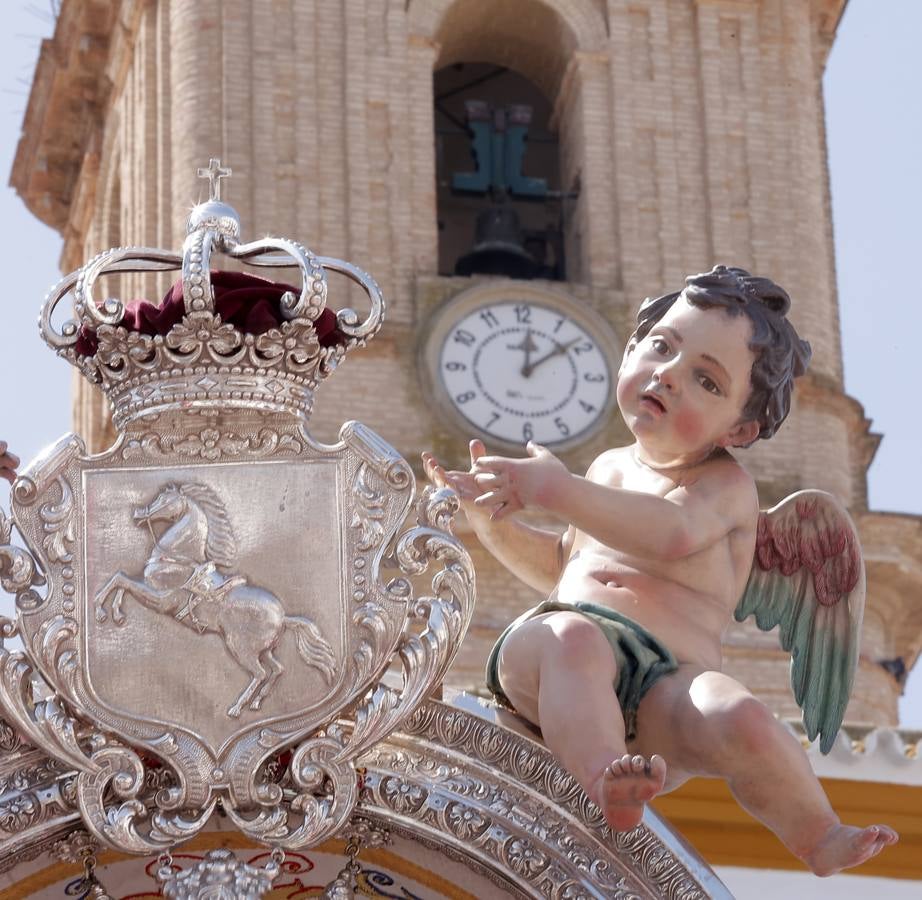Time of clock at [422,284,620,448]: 12:08
